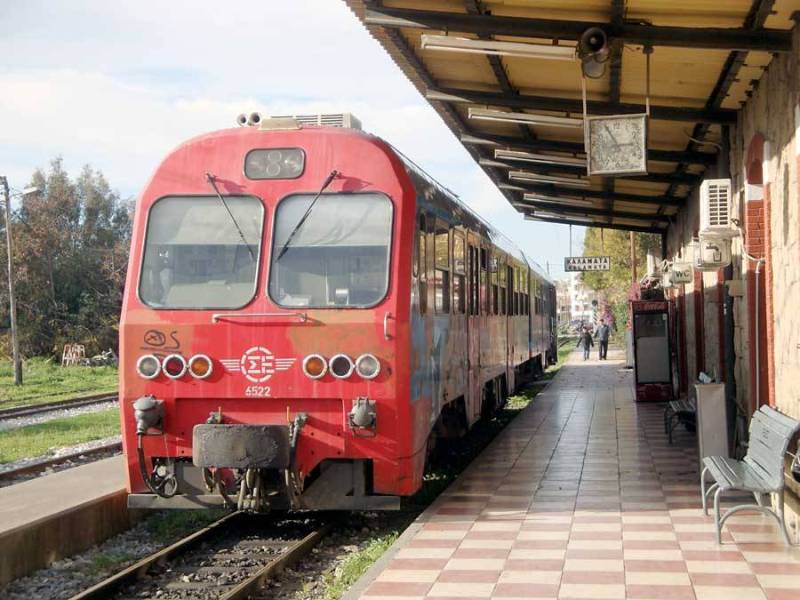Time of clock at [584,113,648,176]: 2:54
